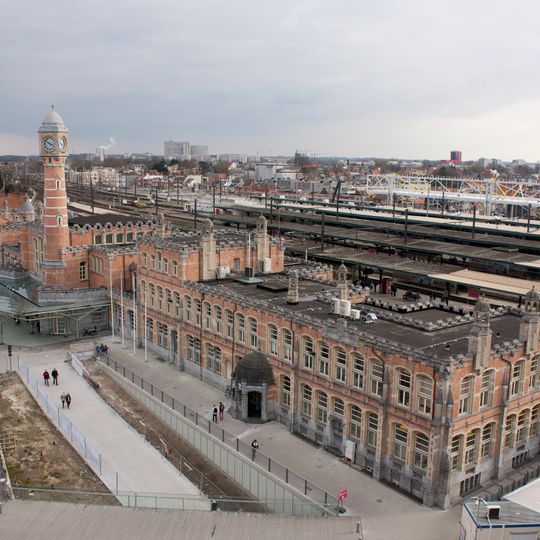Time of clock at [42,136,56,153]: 3:50
